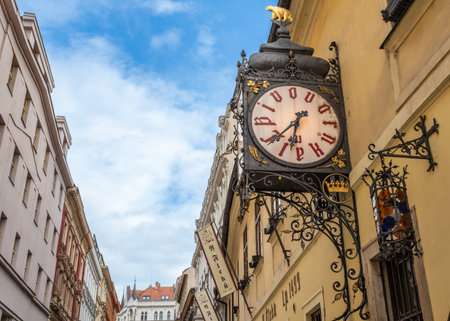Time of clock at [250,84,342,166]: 6:38
